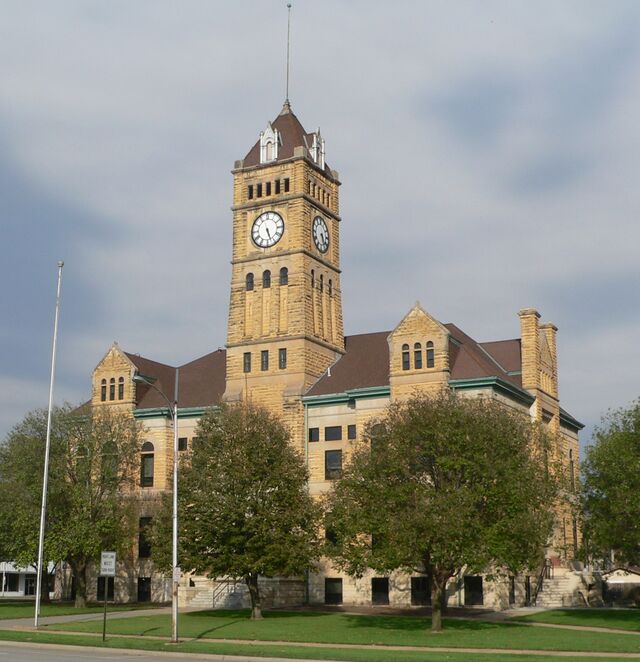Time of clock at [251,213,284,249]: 5:26
